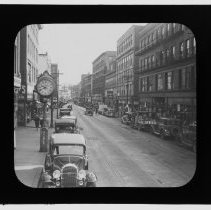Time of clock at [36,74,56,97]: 9:40
